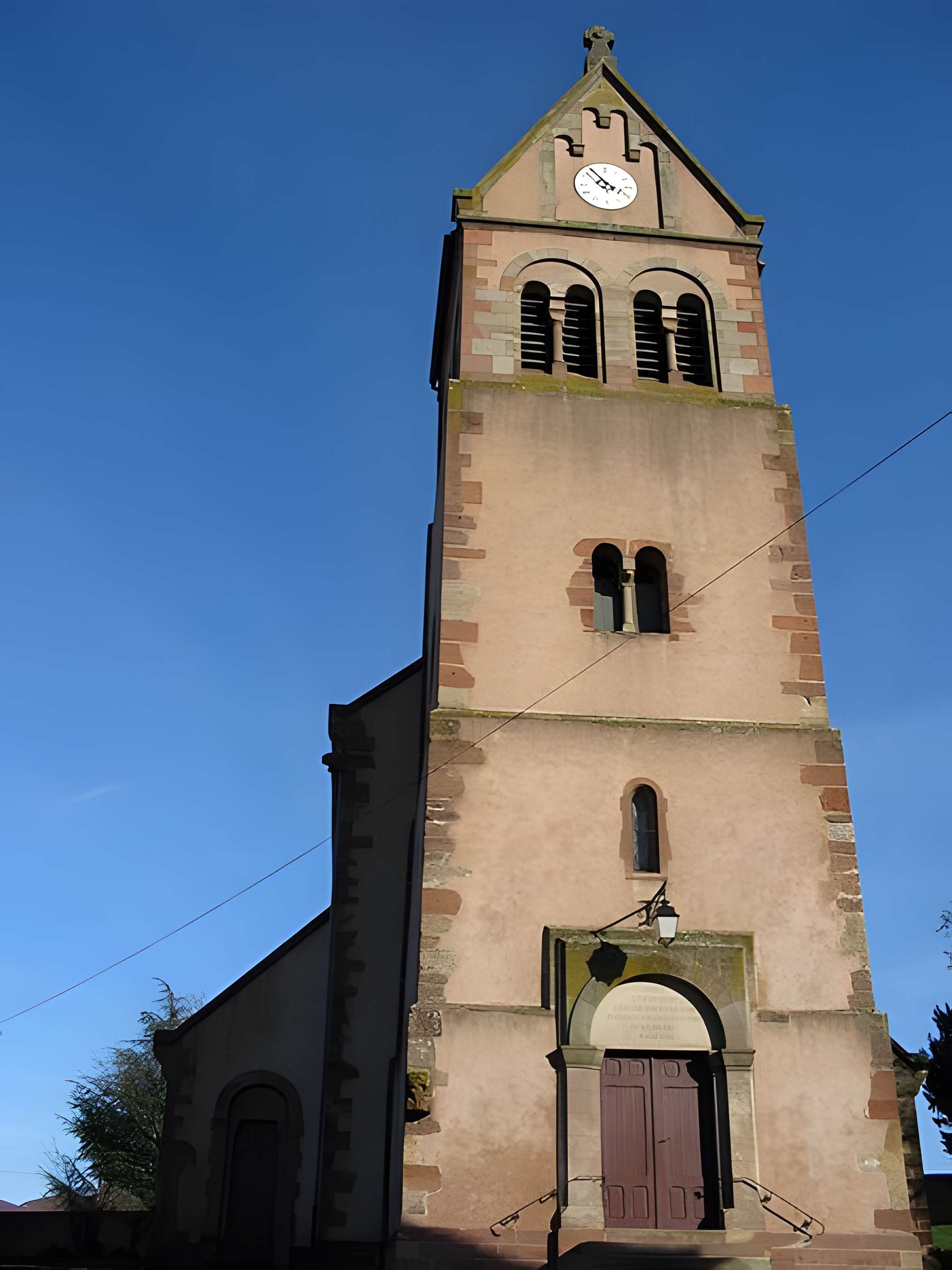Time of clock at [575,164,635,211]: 3:54
